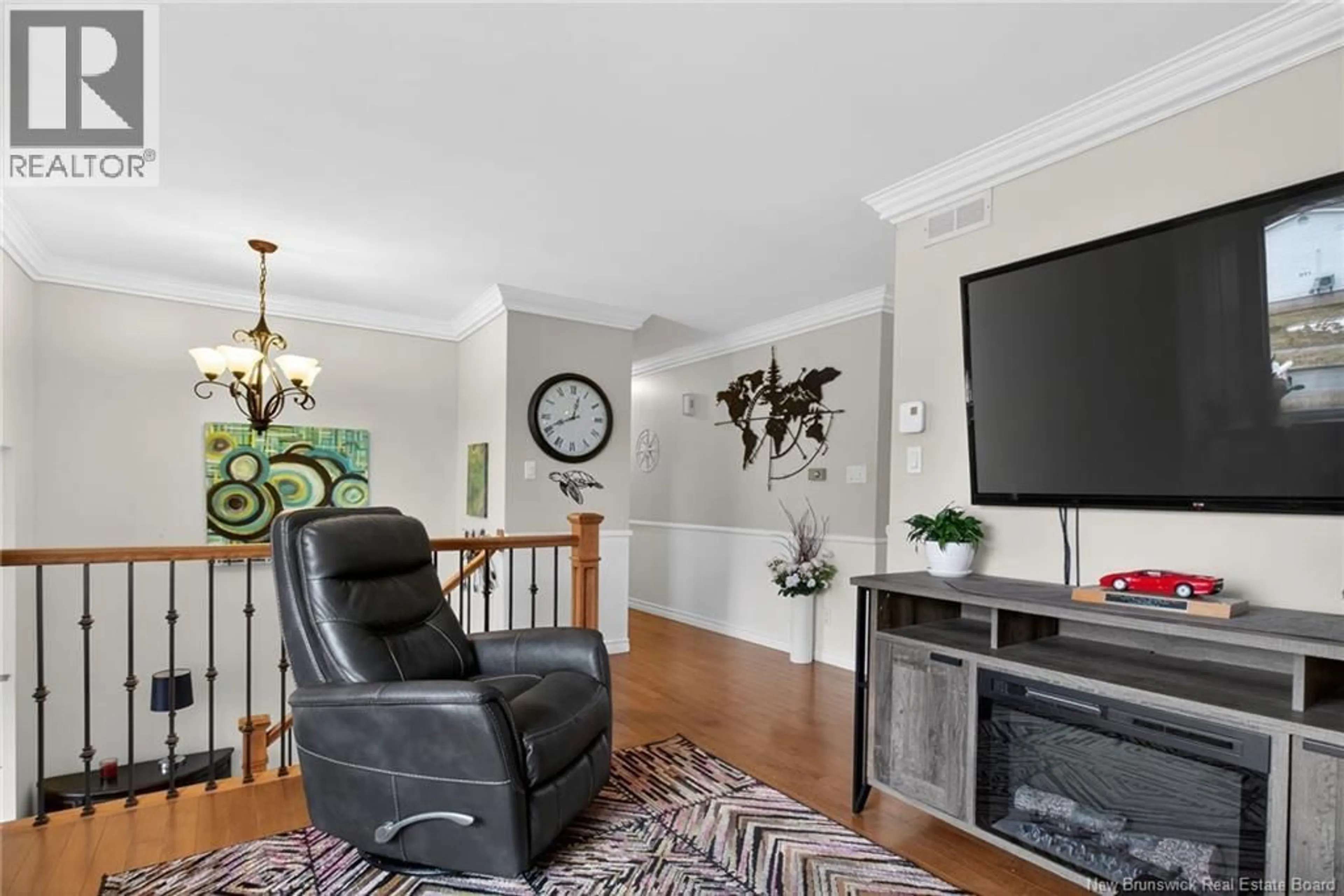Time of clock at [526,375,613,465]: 12:41
